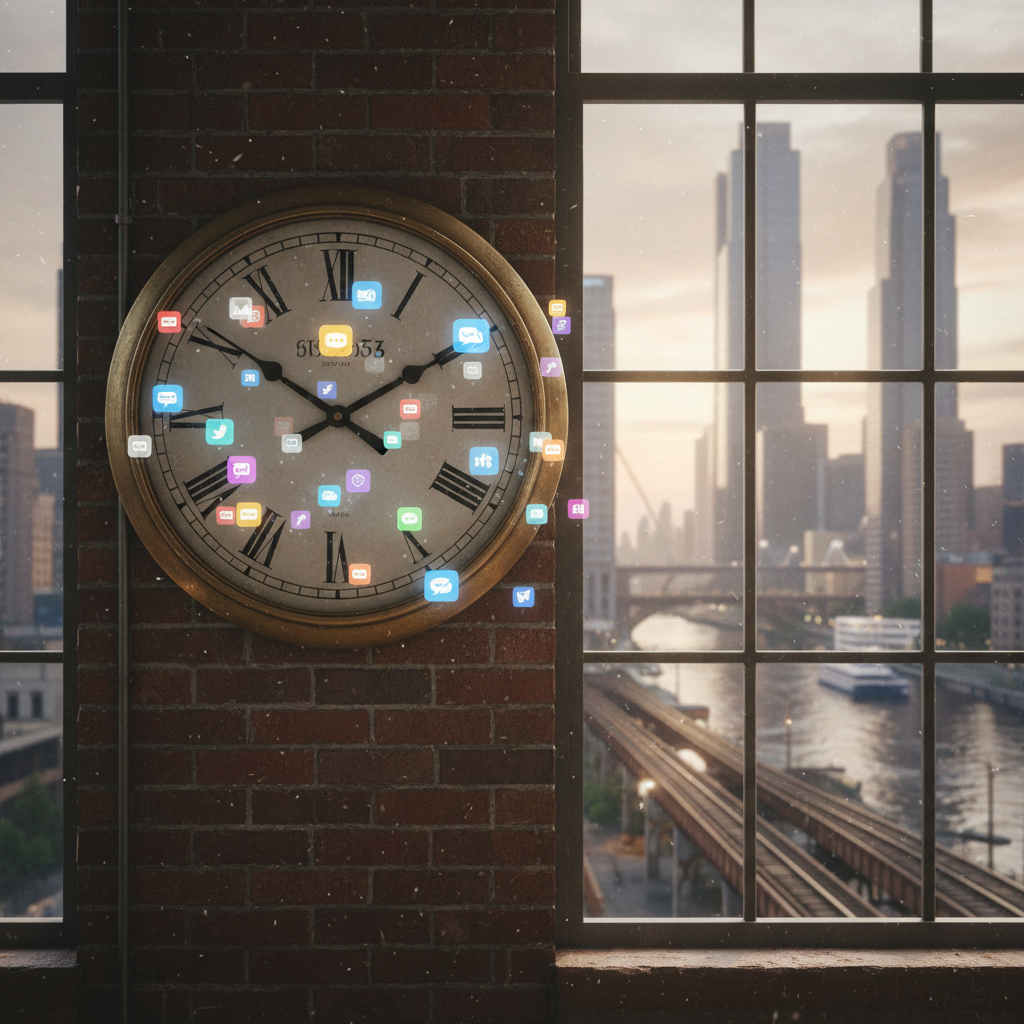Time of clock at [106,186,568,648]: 1:50
